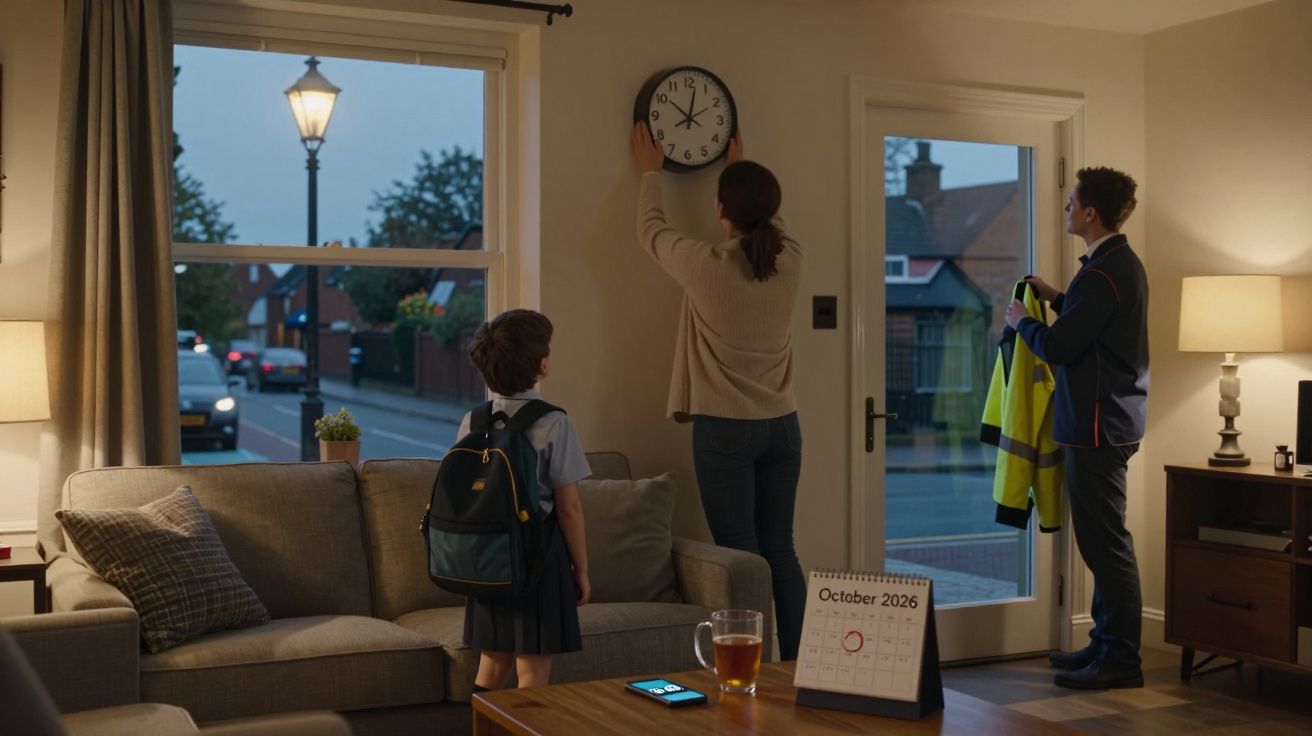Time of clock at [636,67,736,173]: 10:01
